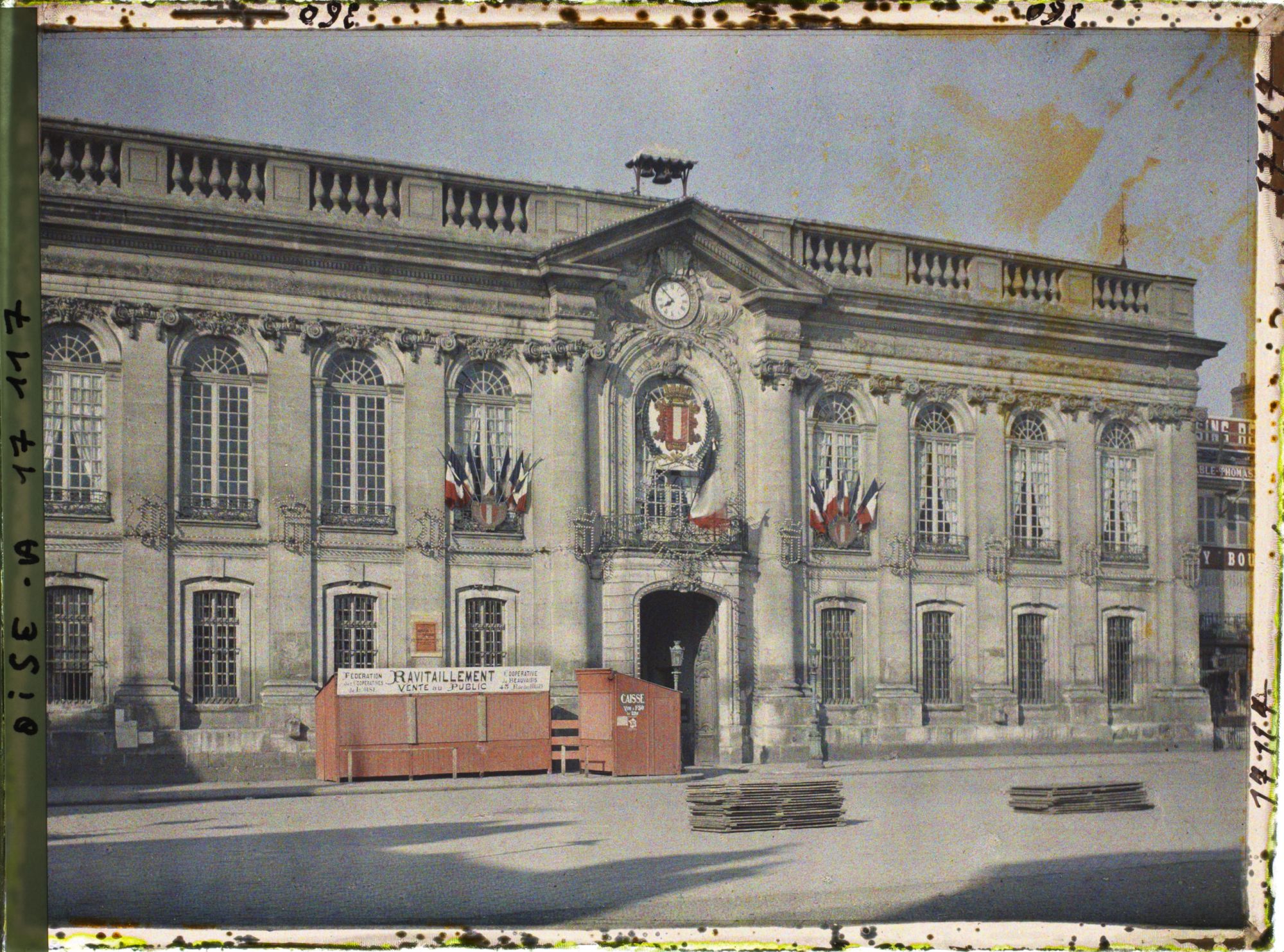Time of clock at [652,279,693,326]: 7:52
